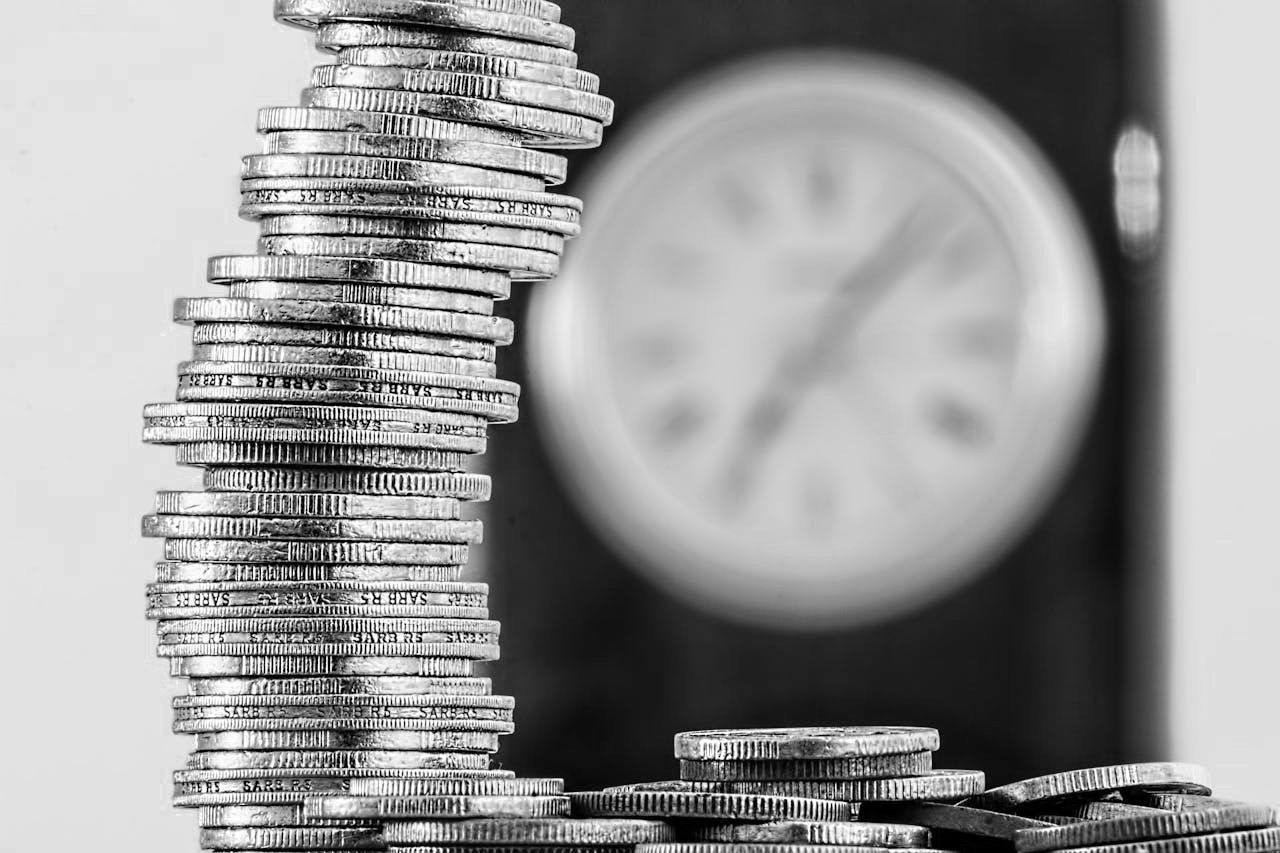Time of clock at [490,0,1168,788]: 7:07
